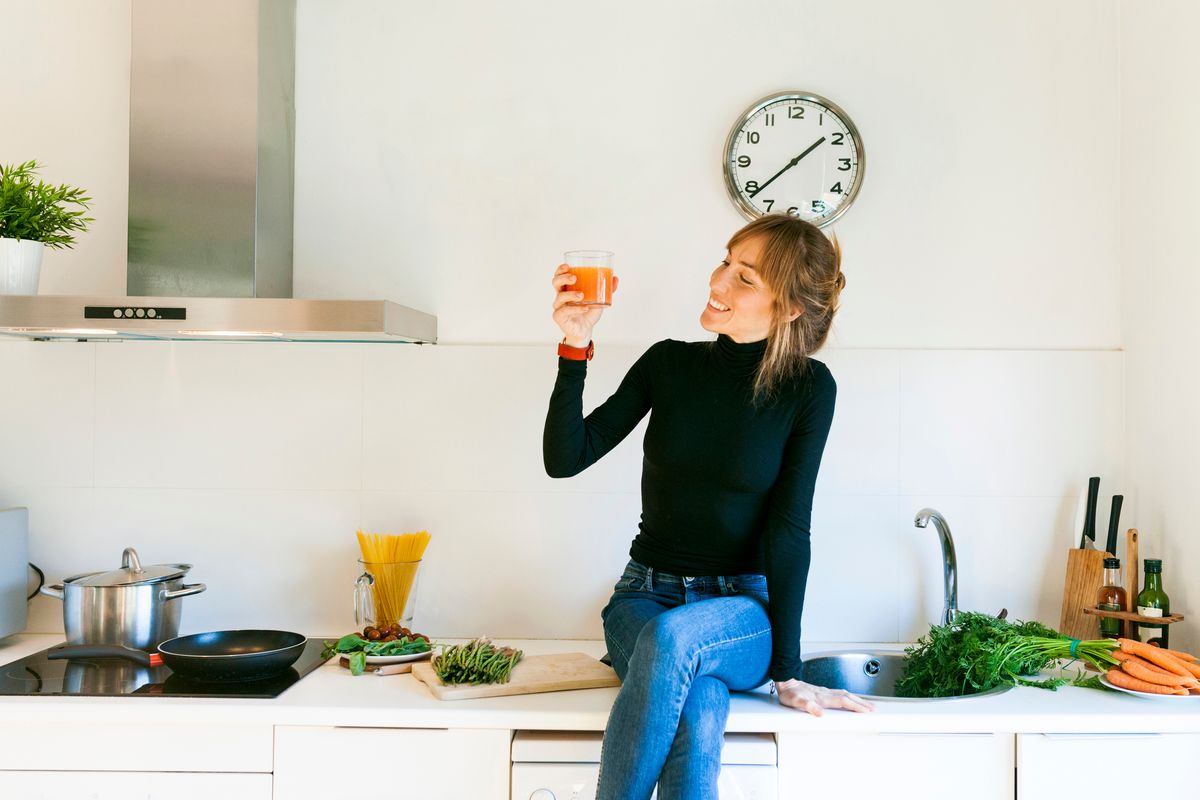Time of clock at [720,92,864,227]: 1:38
